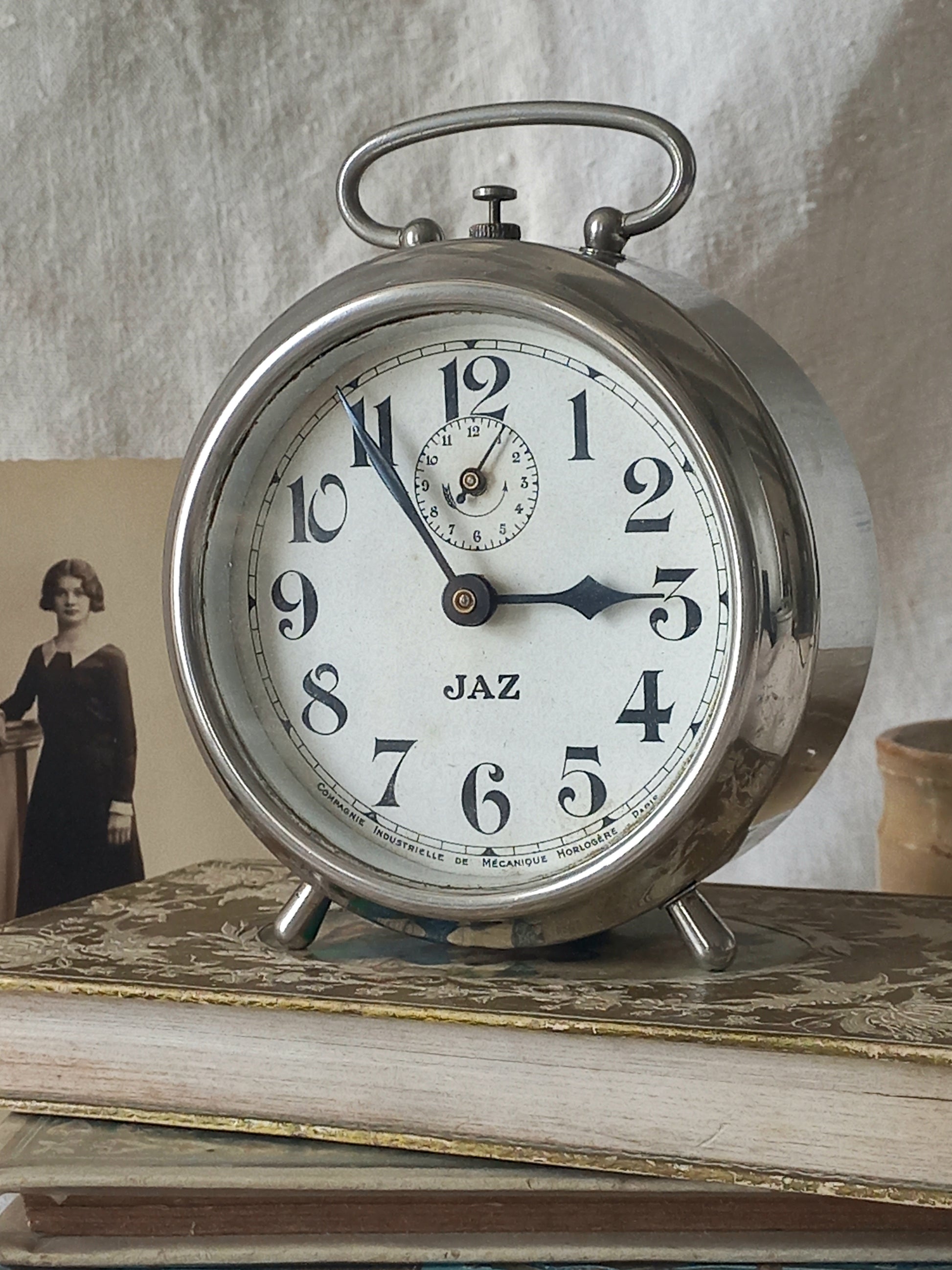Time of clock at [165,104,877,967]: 2:54
